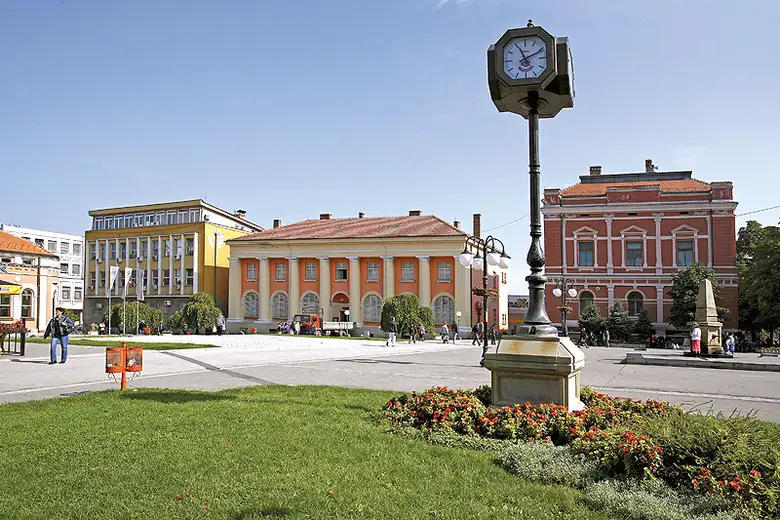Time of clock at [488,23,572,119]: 11:10
